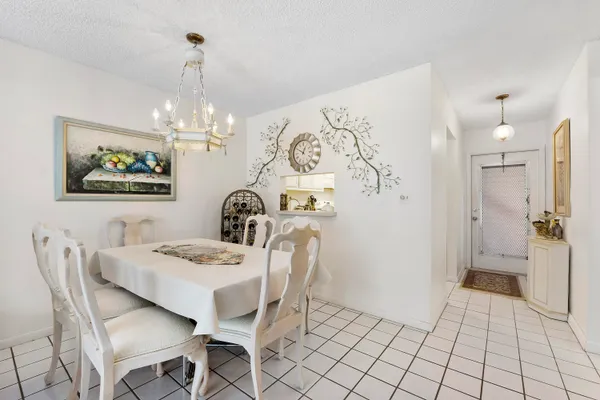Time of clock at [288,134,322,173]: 12:49
